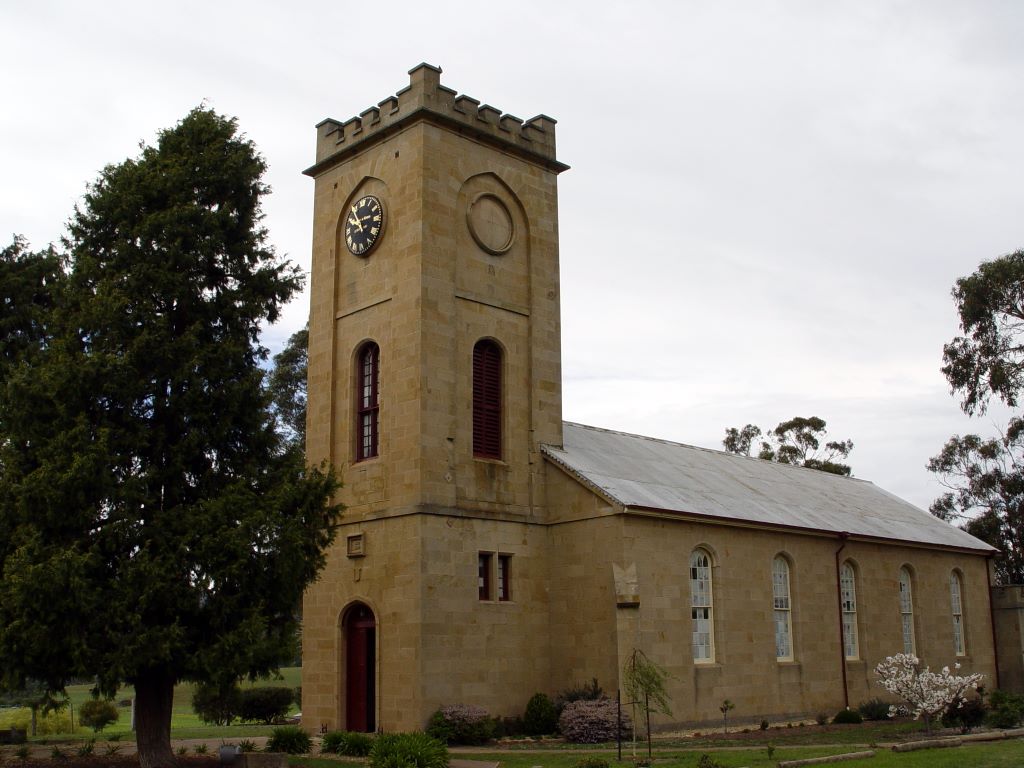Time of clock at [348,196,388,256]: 9:53
